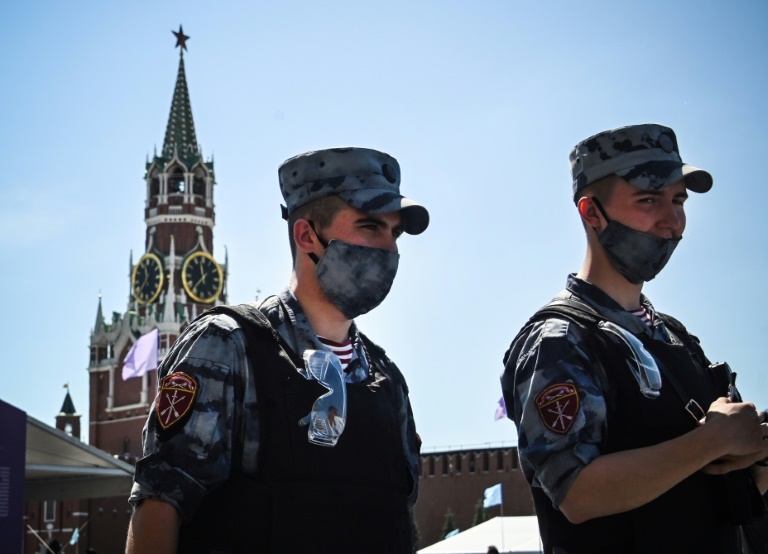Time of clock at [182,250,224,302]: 11:36
